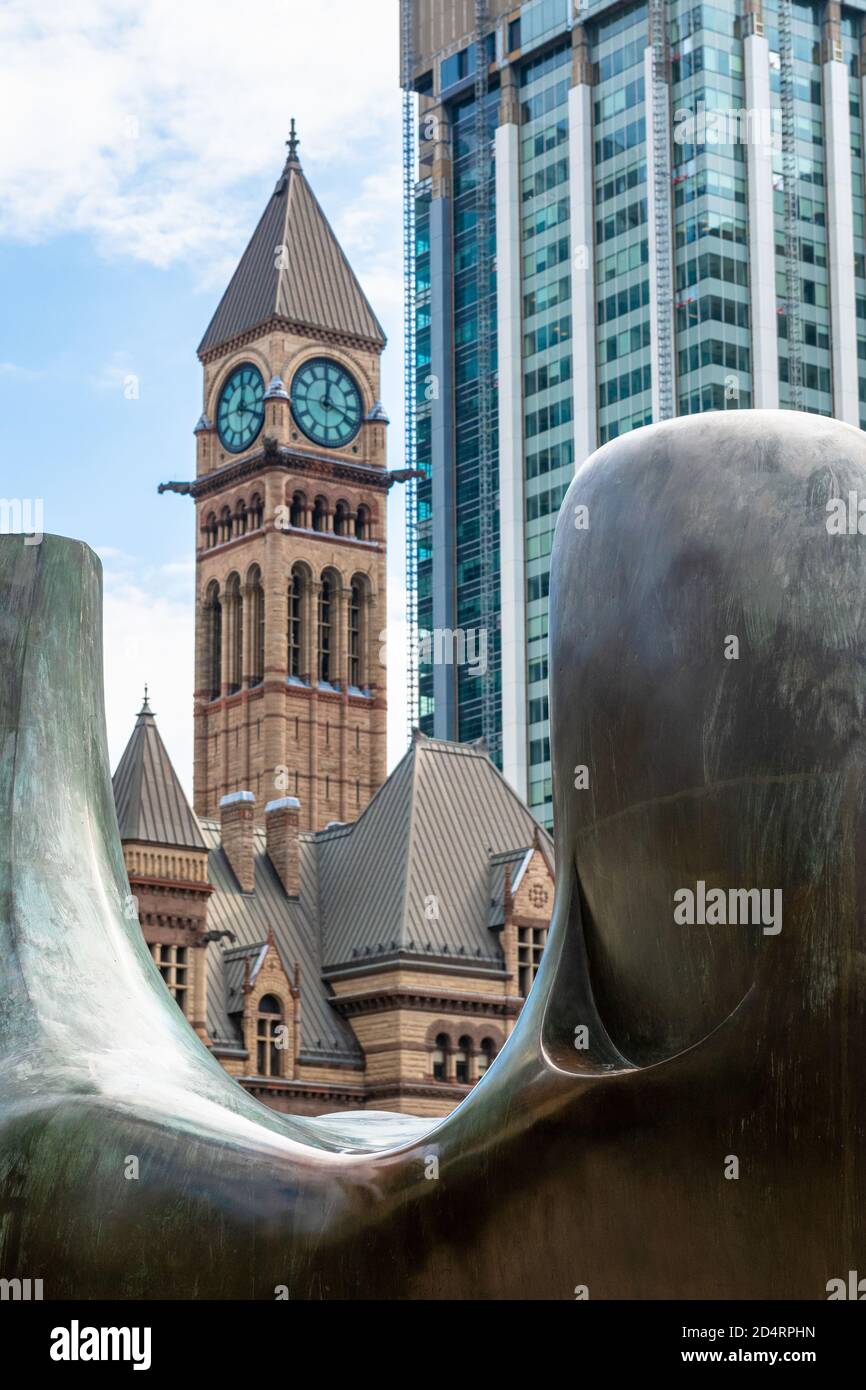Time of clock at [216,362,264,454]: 12:18
